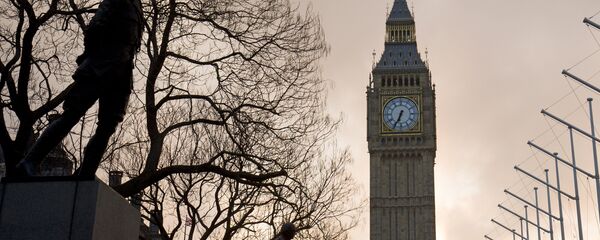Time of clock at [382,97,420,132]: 6:34
